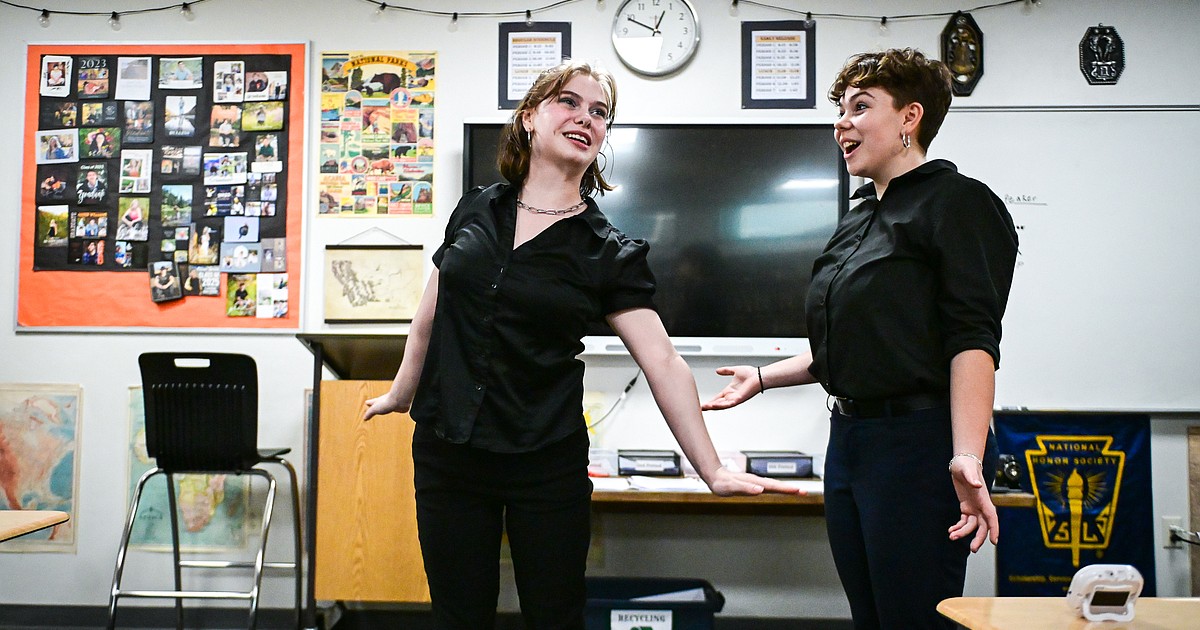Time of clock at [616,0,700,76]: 12:48
